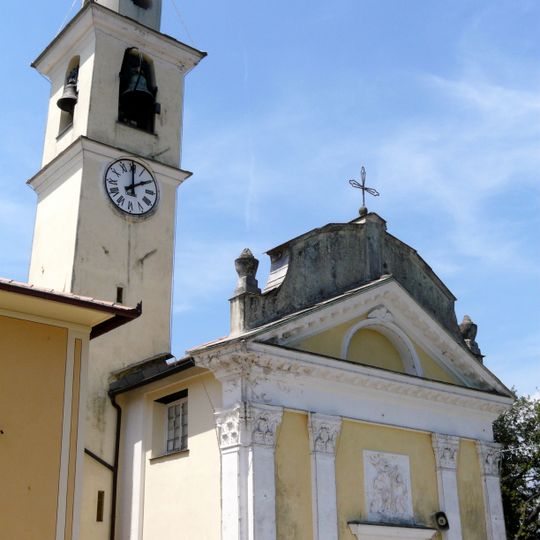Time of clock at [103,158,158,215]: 1:59
